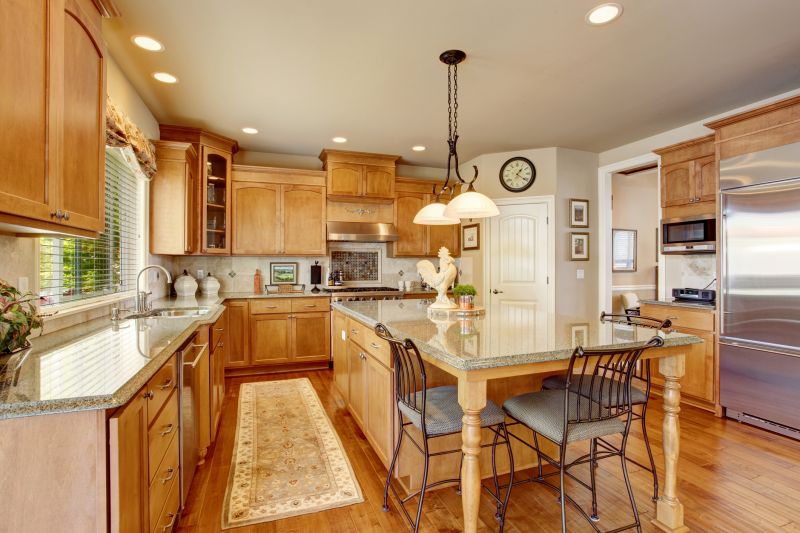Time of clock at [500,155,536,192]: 1:21
